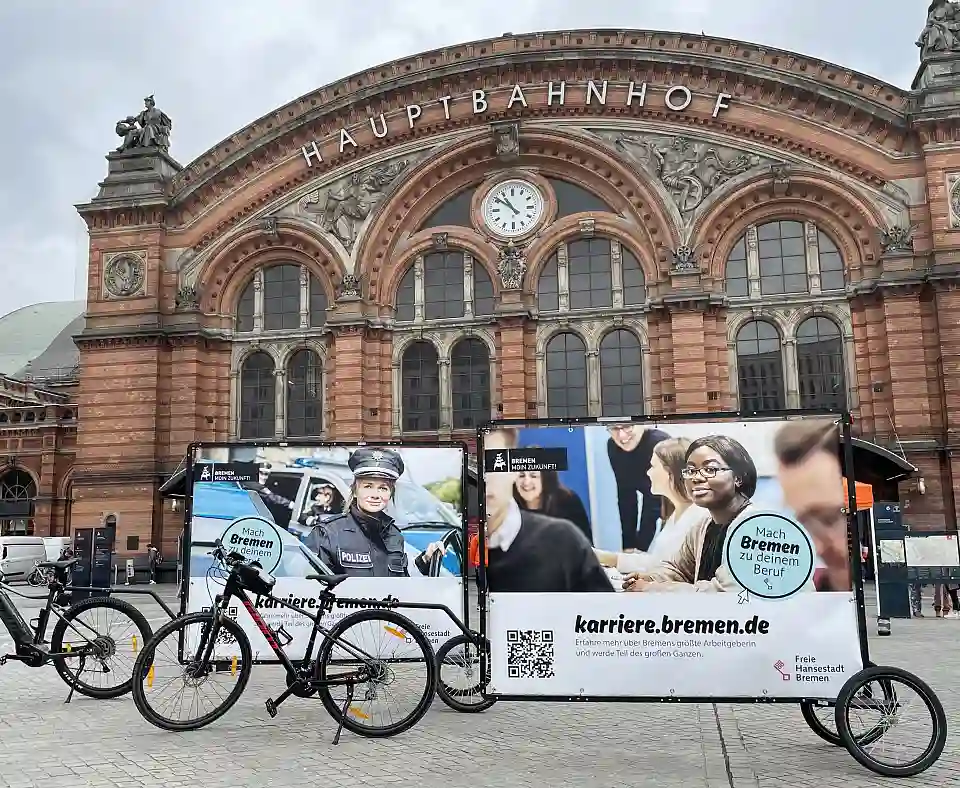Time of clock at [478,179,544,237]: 10:51
